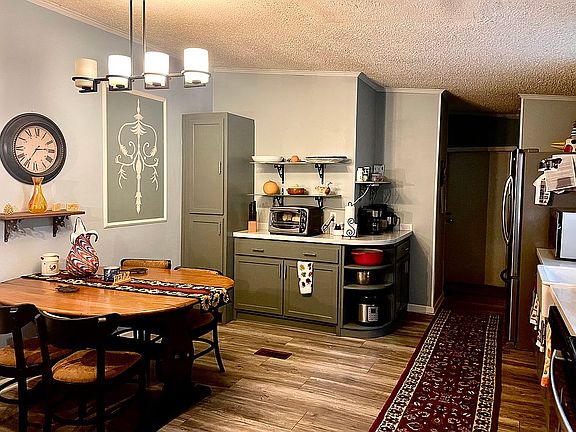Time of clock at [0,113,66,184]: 2:35
